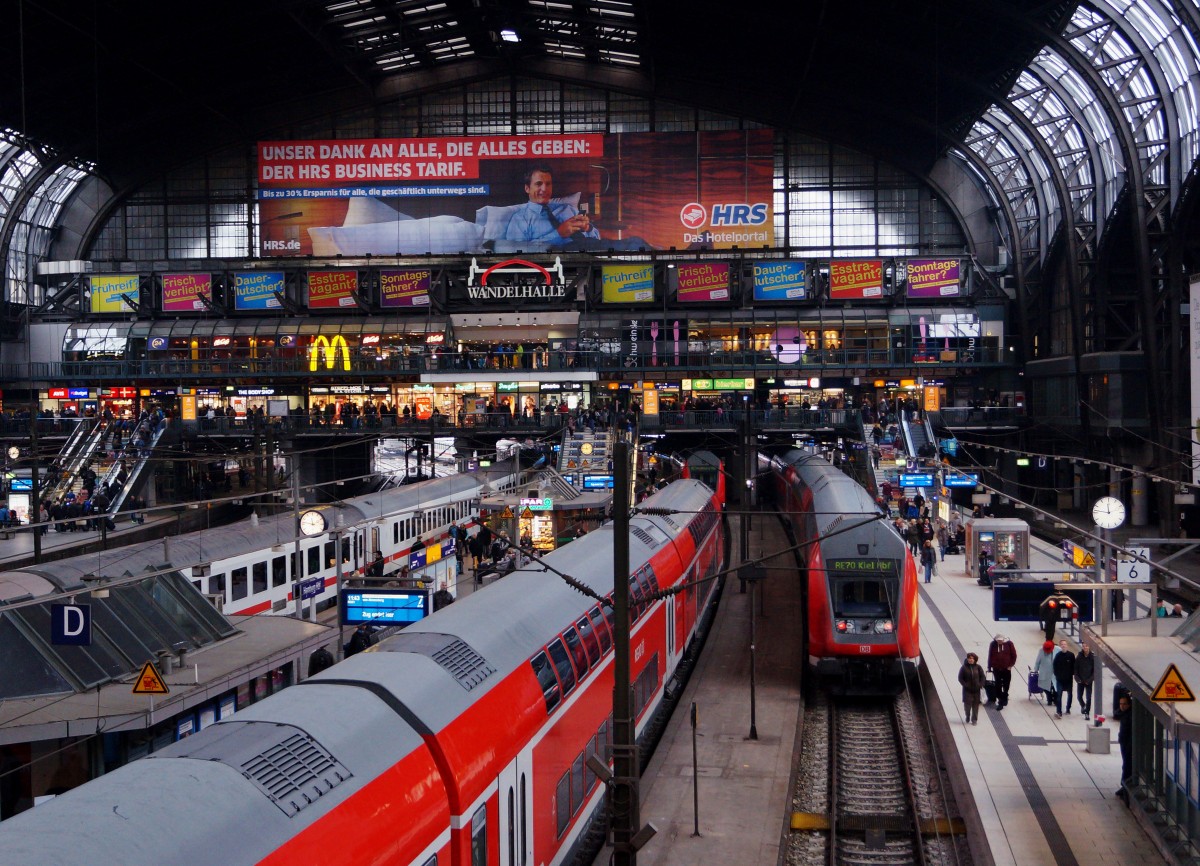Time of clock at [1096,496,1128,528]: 11:46
